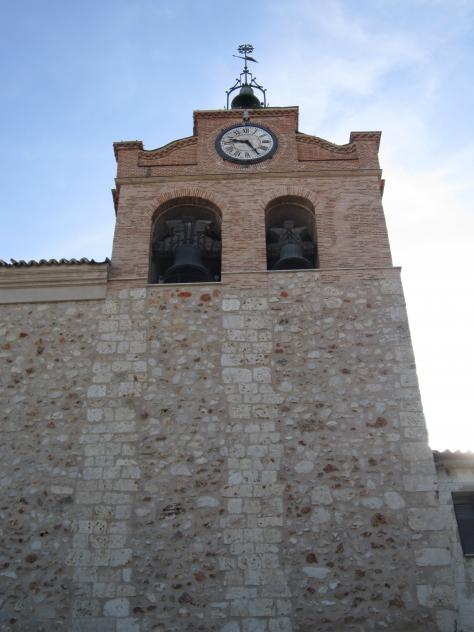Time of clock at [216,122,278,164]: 9:25
